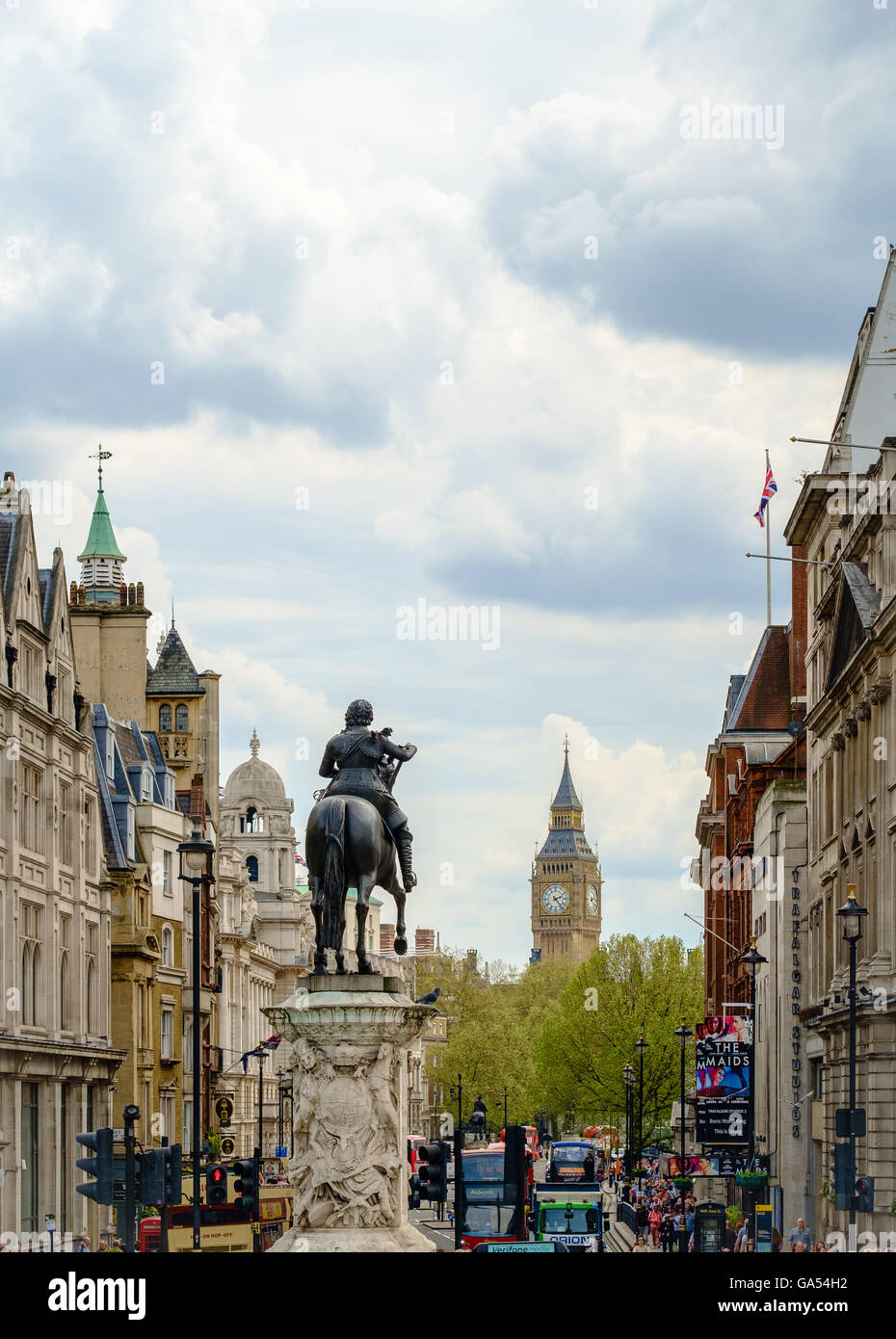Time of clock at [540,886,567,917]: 2:23
